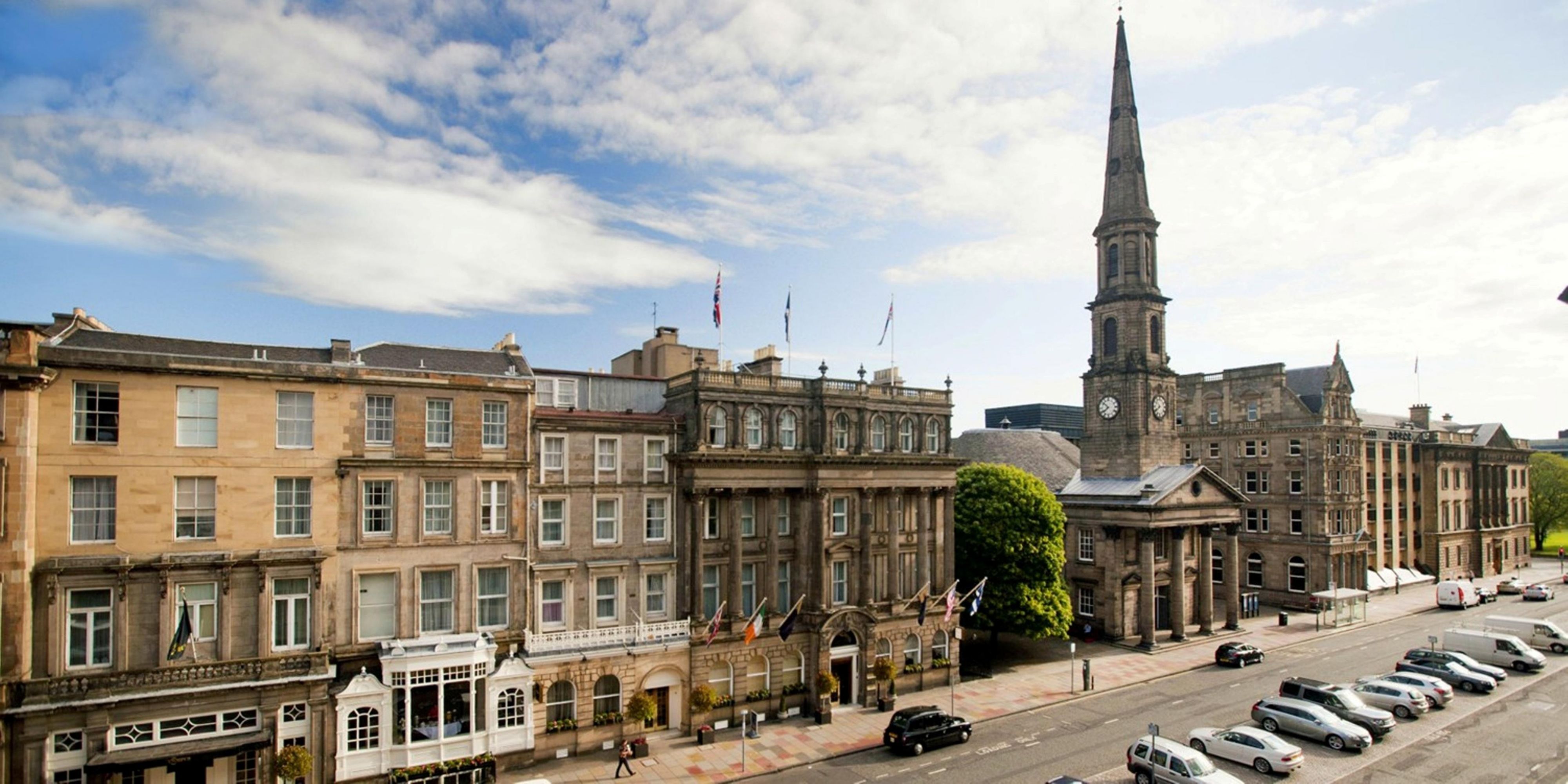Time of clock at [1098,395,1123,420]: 7:51
